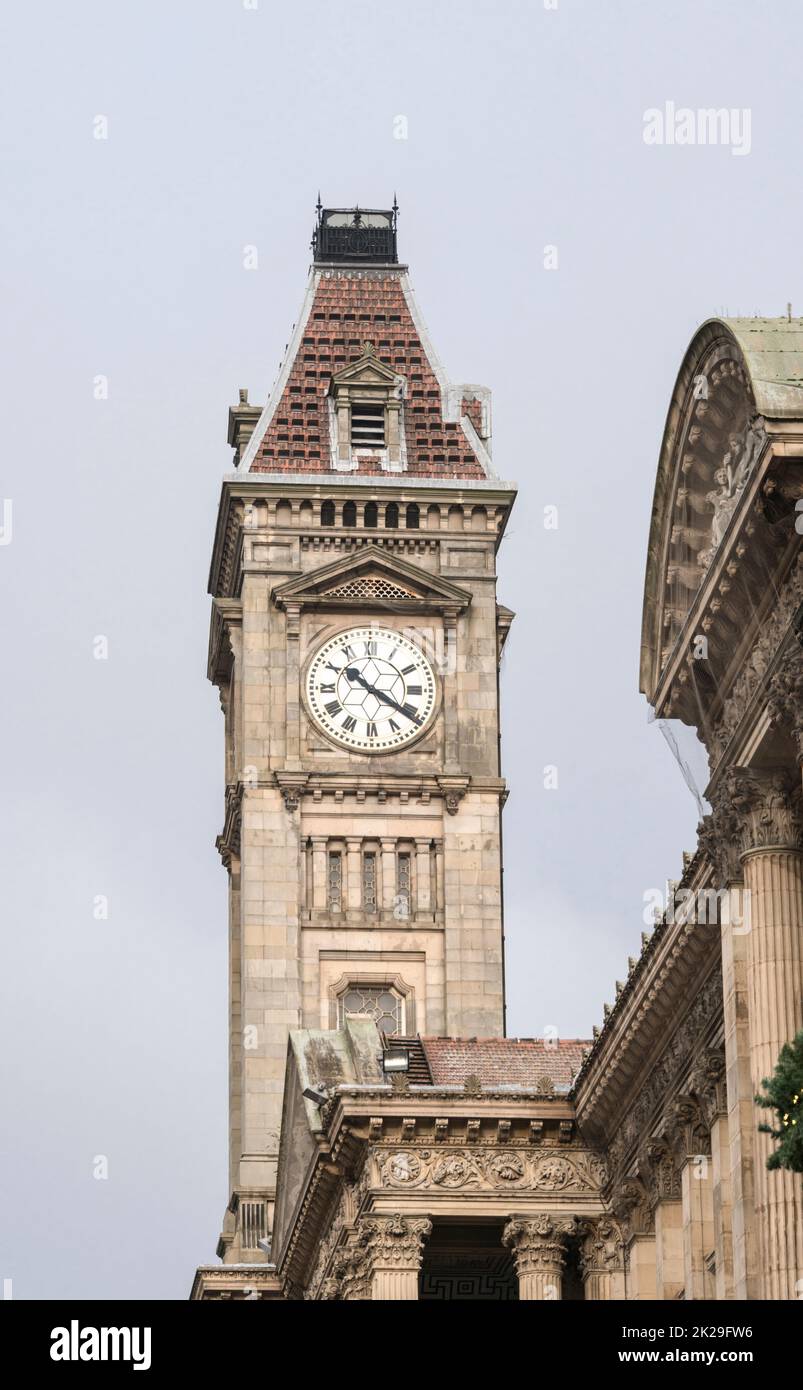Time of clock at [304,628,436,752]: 10:20
